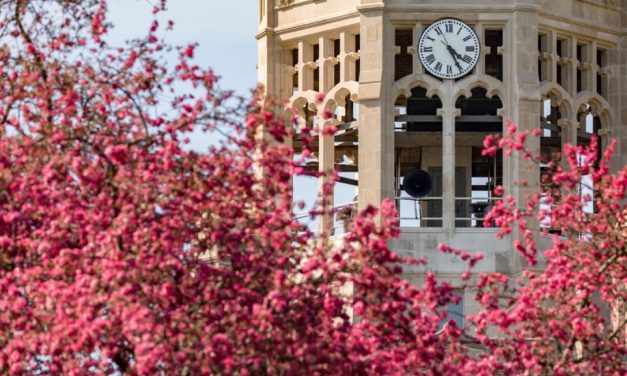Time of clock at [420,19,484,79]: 4:25
